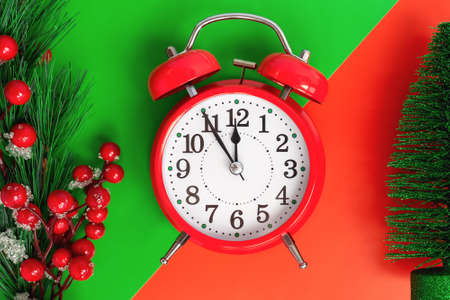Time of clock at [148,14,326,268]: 11:54
